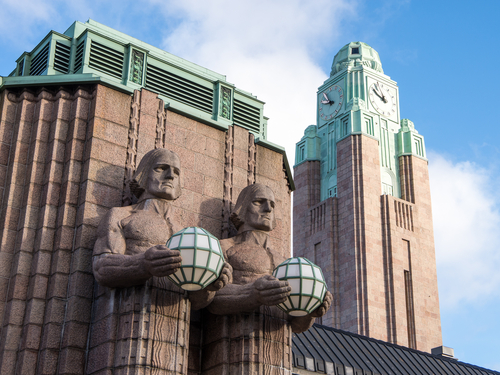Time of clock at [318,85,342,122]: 10:48
